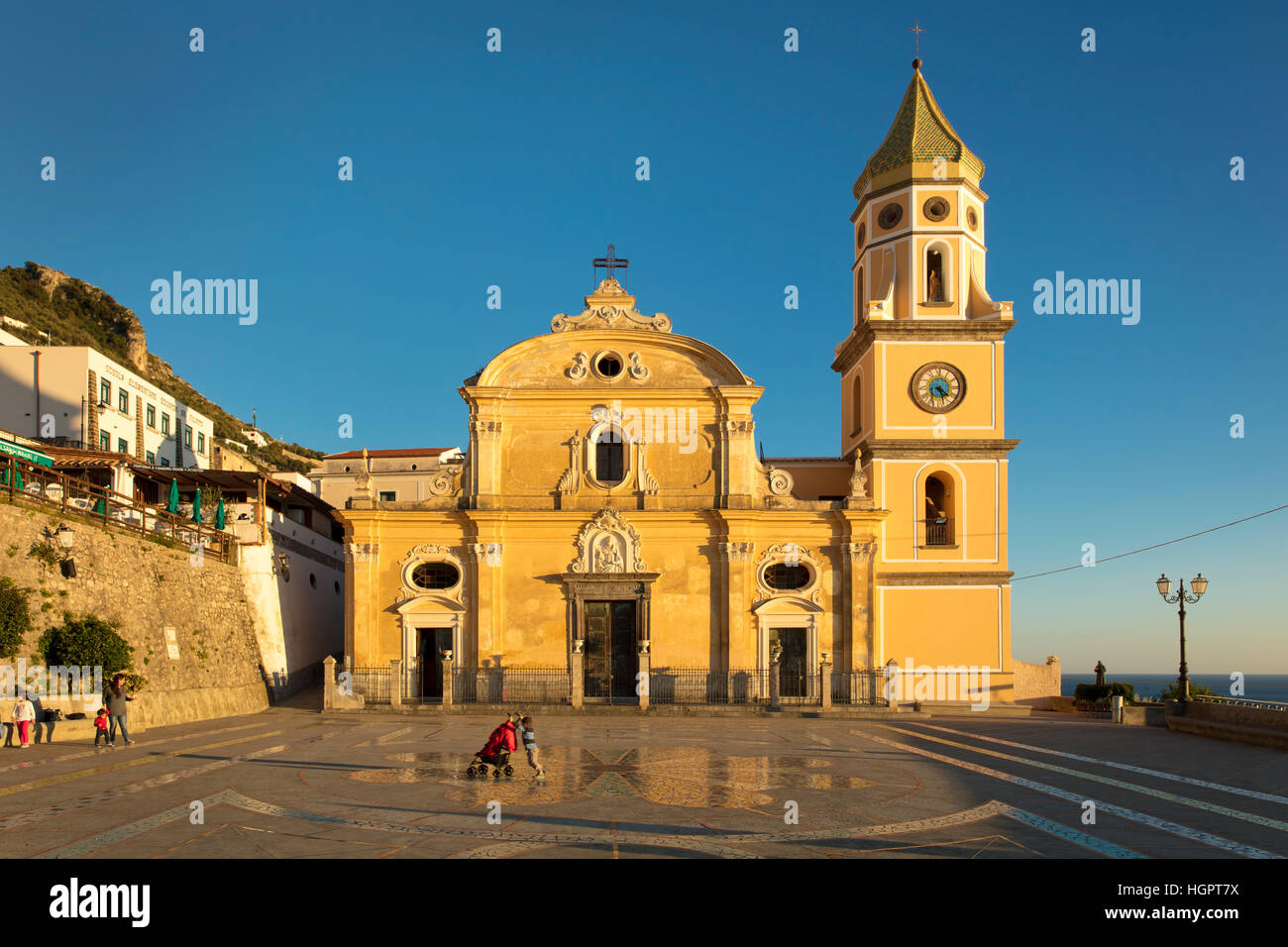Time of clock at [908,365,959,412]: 4:27
